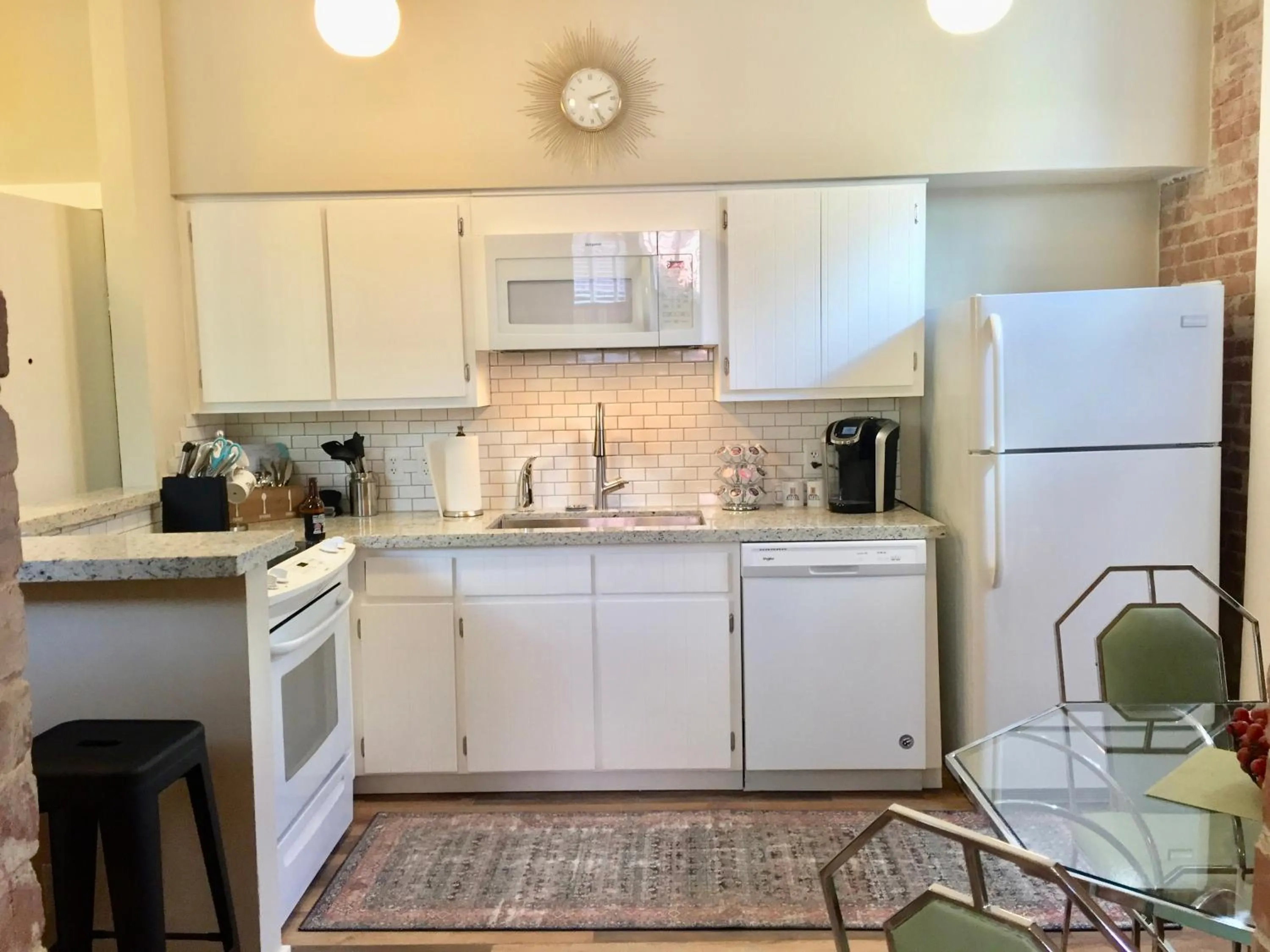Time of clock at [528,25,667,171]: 5:11
